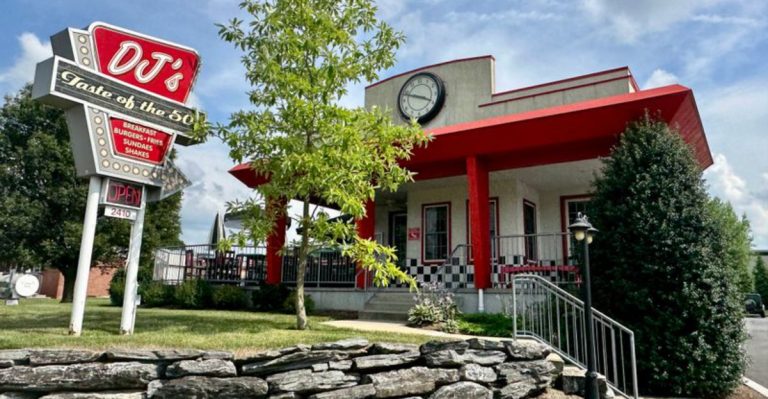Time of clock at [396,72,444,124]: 3:48
